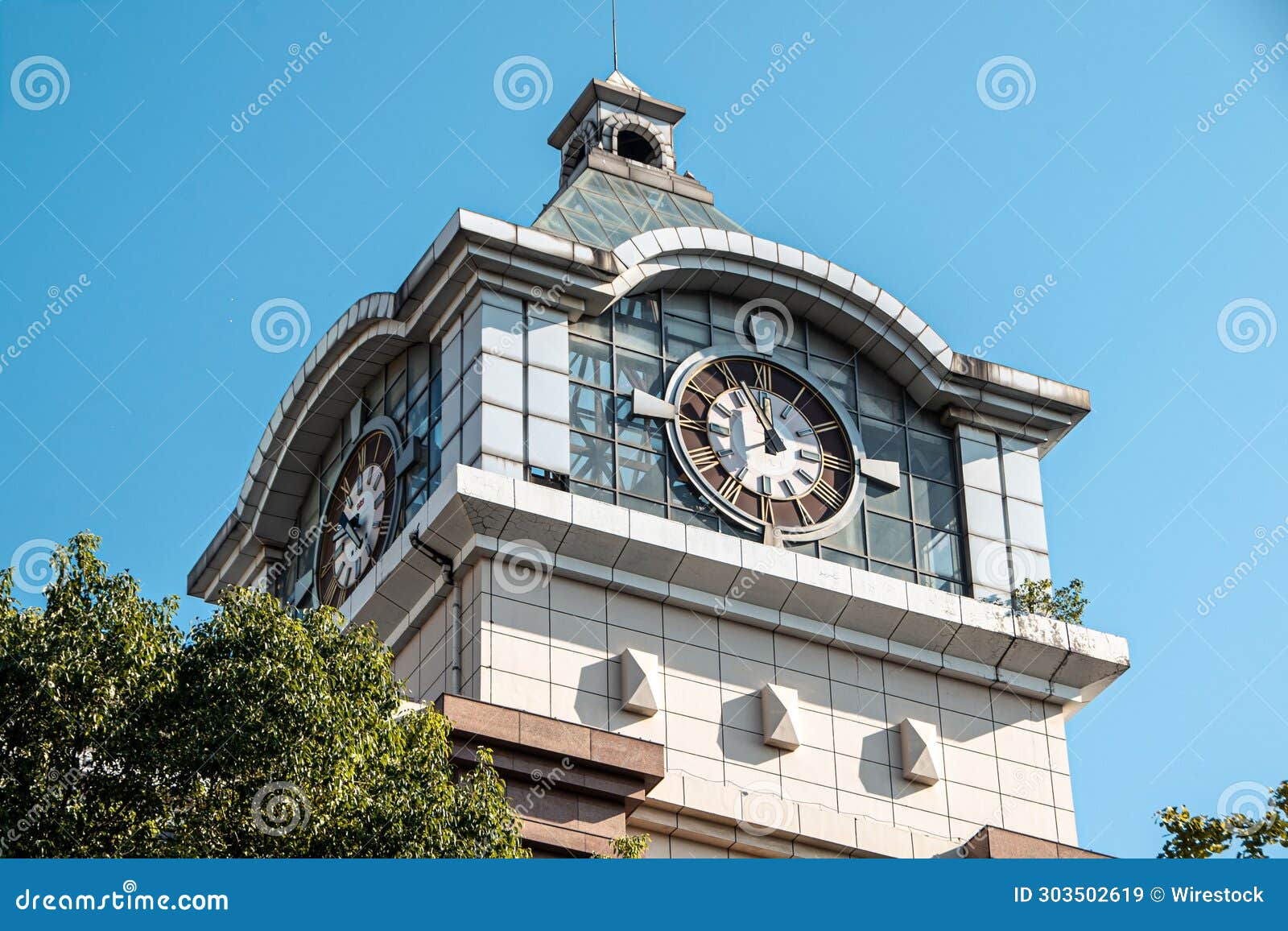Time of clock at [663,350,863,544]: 11:56
